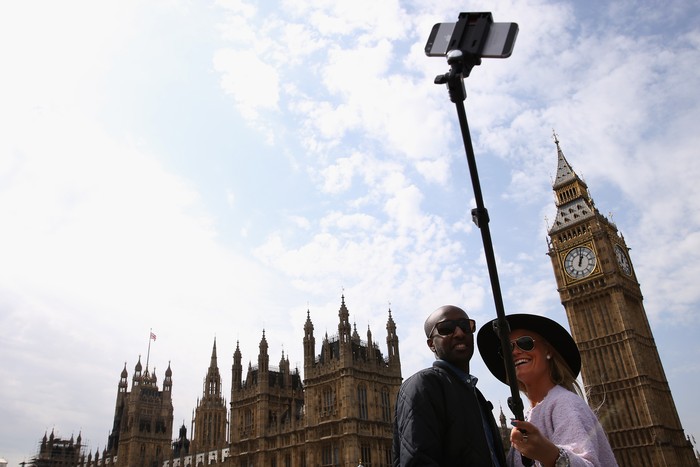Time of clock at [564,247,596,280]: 1:02
